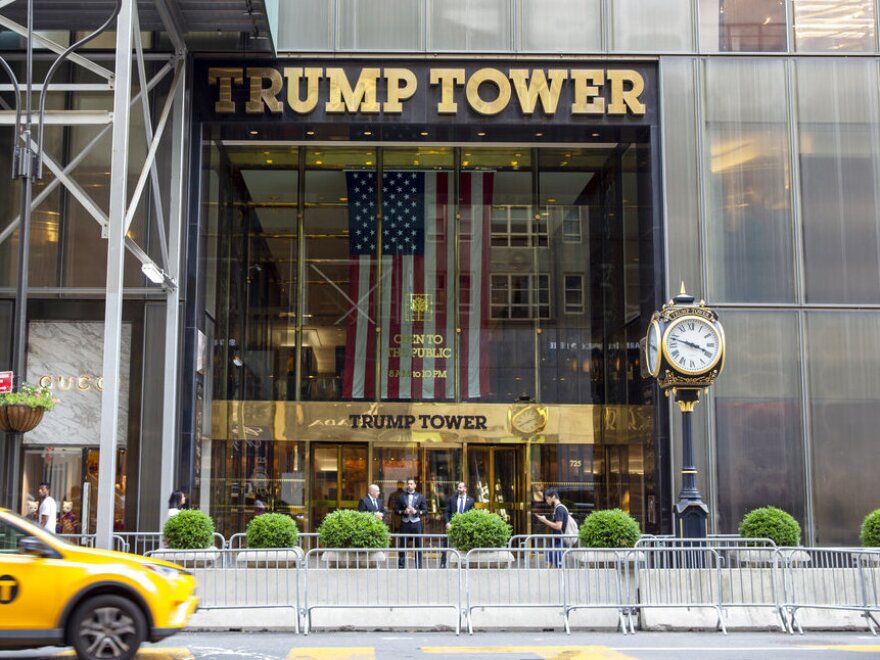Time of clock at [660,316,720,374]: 3:47
